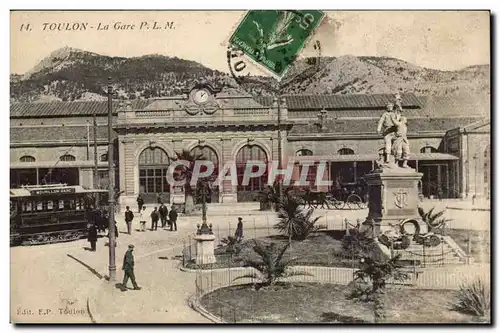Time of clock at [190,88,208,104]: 12:07
